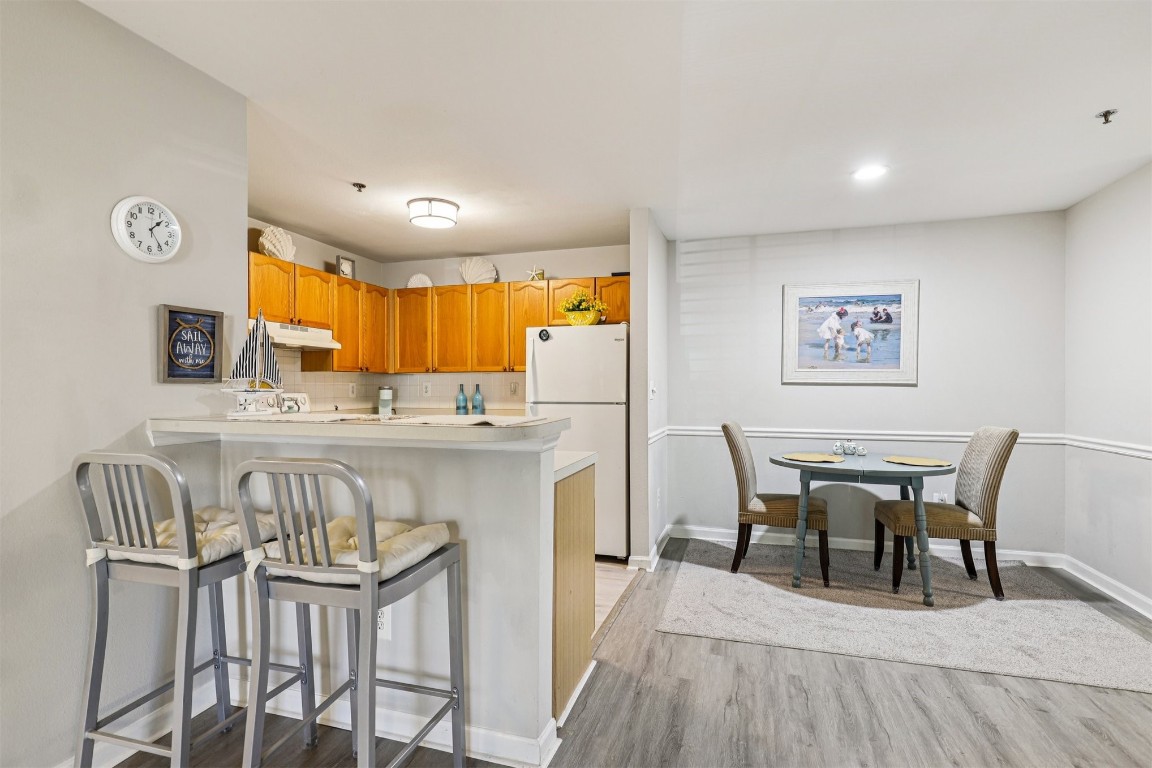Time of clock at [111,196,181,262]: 1:24
